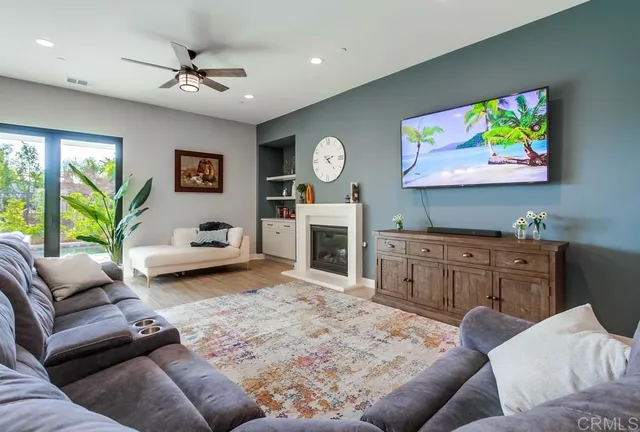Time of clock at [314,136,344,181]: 2:22
